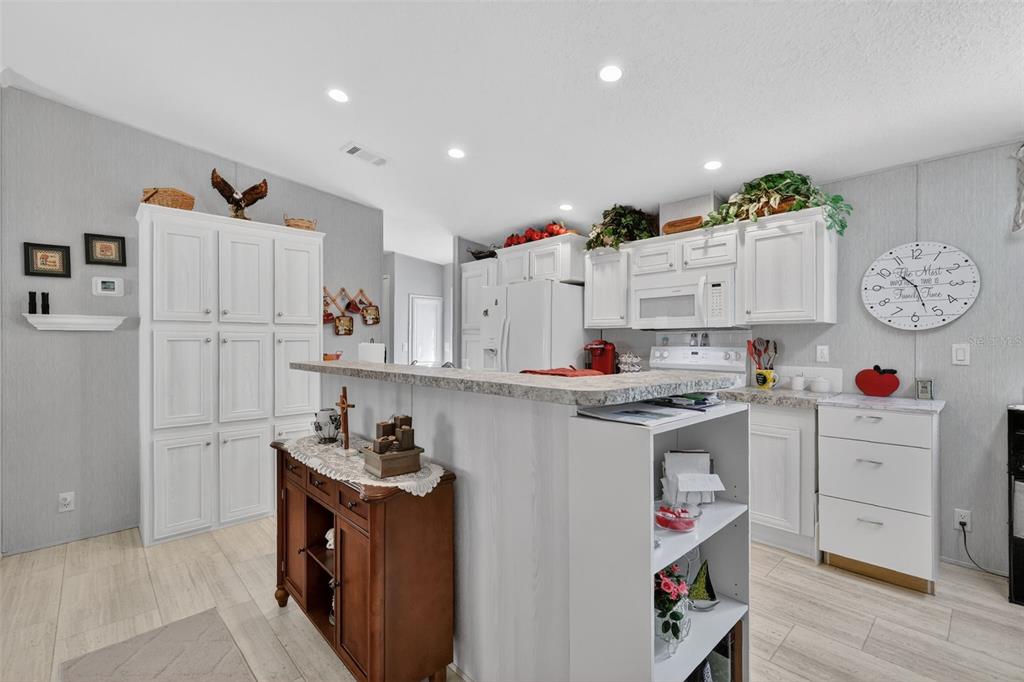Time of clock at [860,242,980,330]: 10:26
